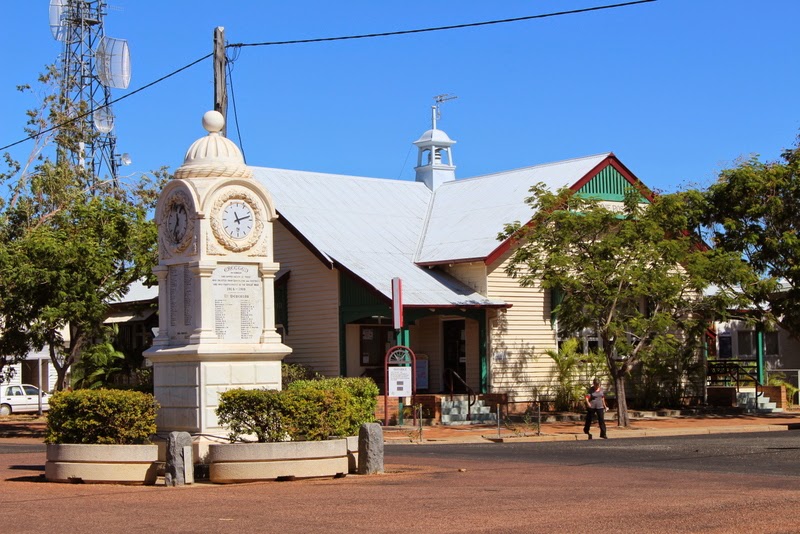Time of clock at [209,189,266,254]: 11:12
